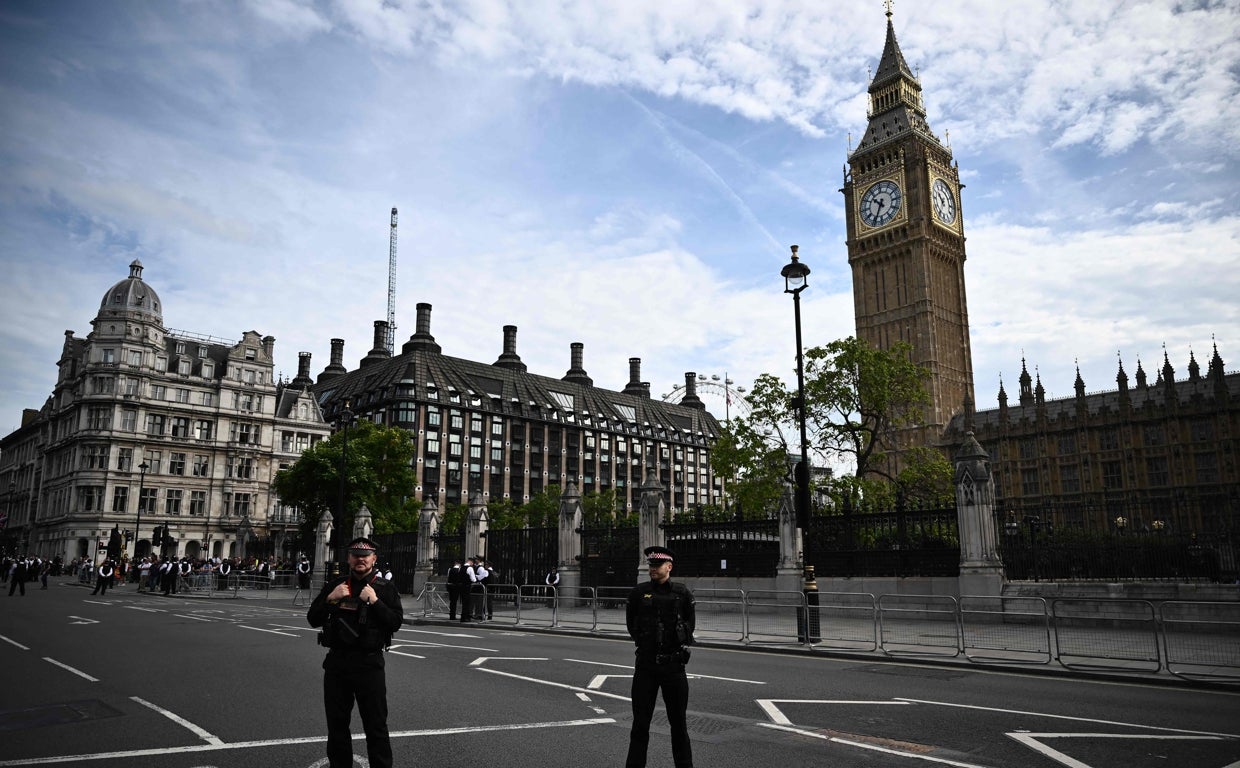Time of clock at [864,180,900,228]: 10:34
